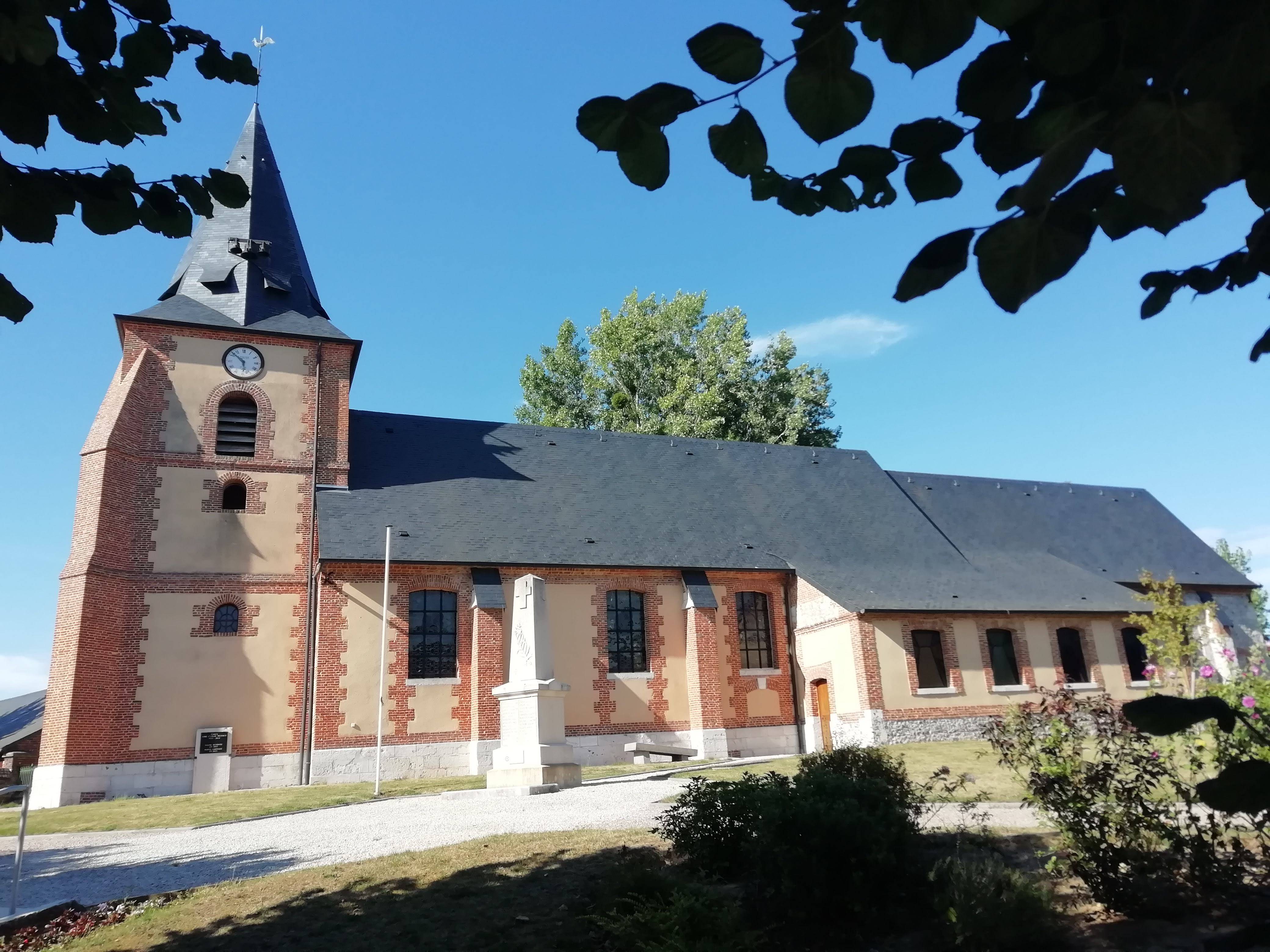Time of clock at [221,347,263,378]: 5:52
